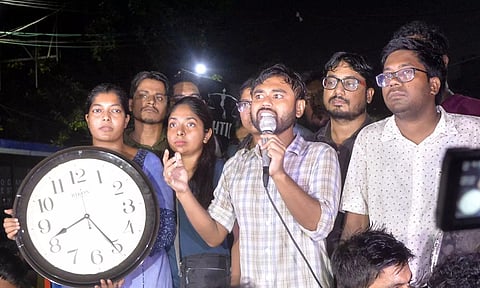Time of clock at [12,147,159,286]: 8:25
